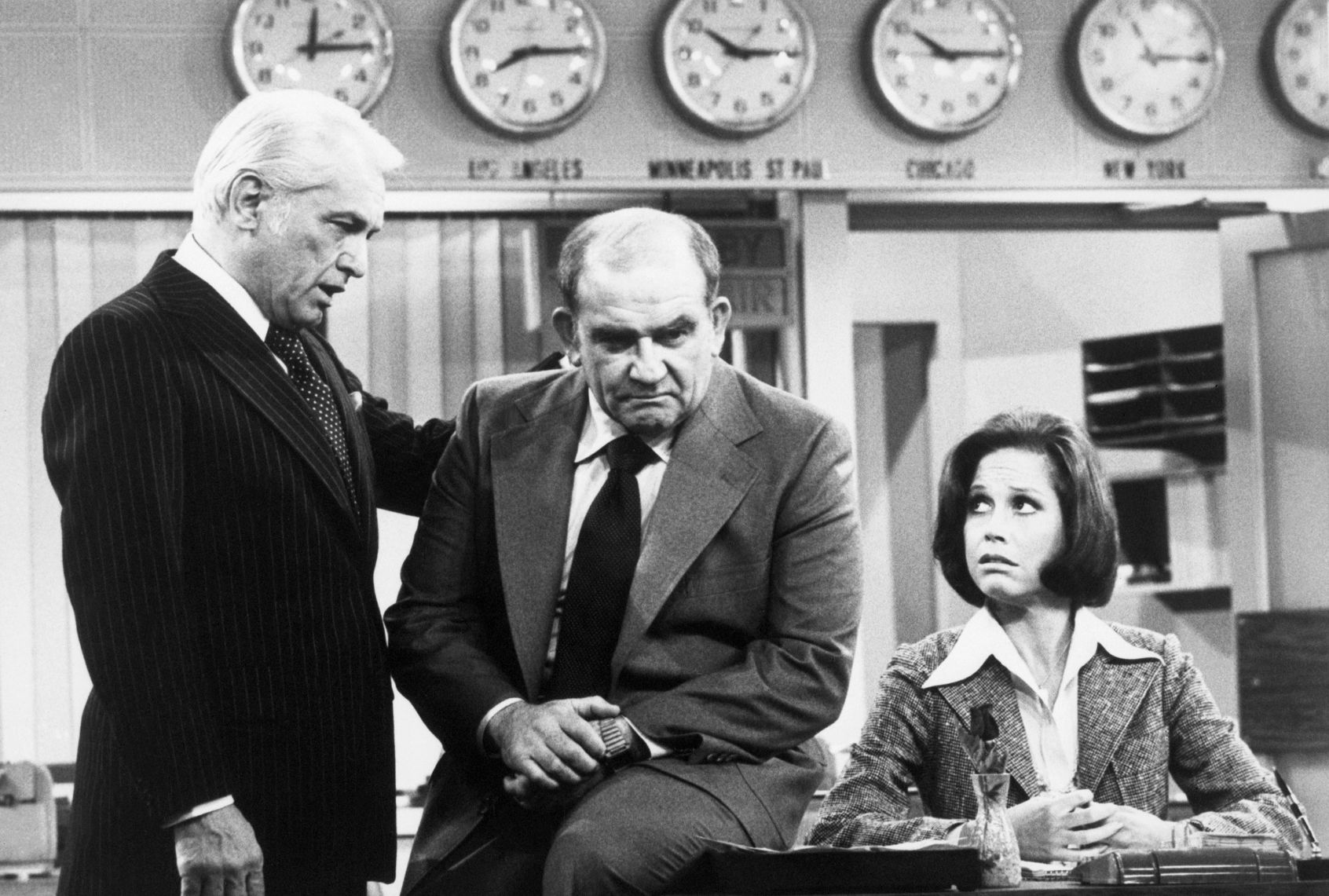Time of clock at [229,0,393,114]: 12:14
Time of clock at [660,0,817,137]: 10:14
